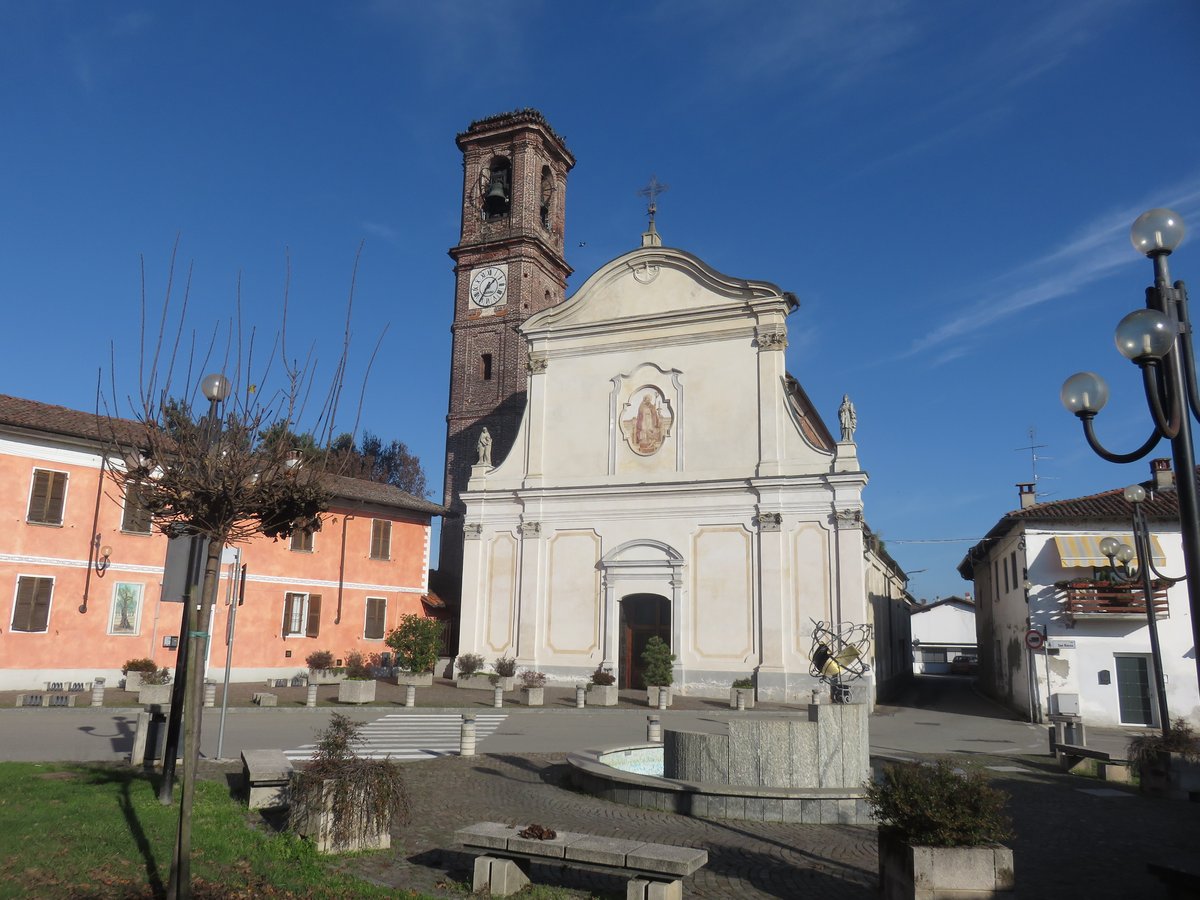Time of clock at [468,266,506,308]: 1:35
